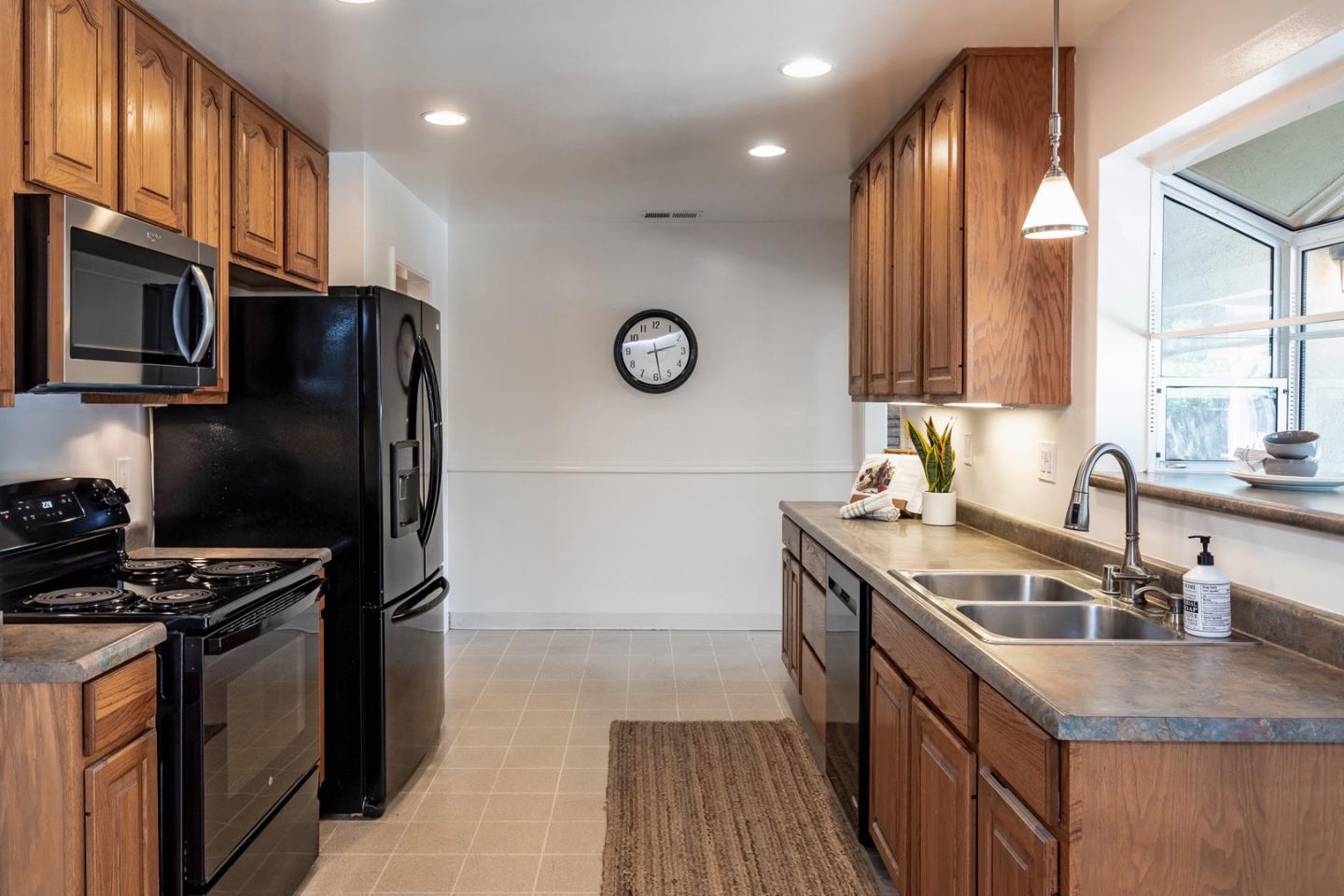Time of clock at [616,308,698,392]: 2:28
